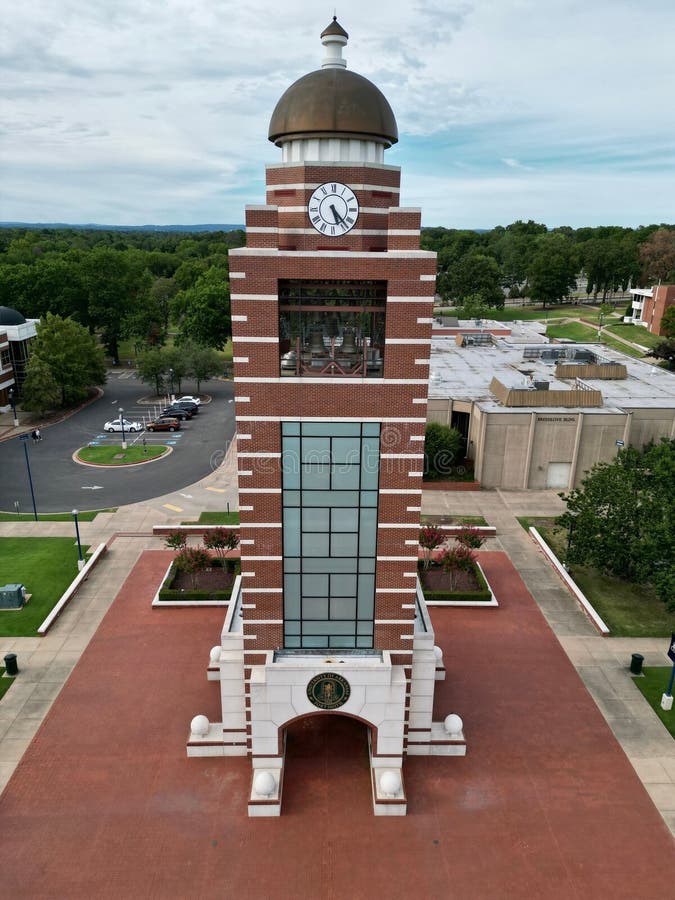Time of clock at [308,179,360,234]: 5:23
